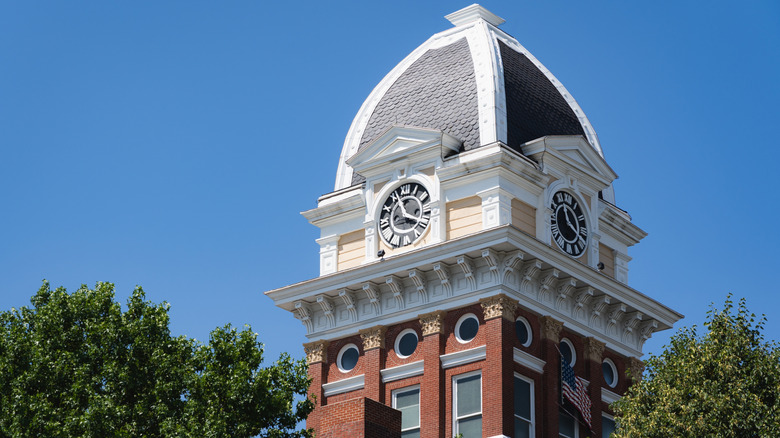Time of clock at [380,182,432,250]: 11:19
